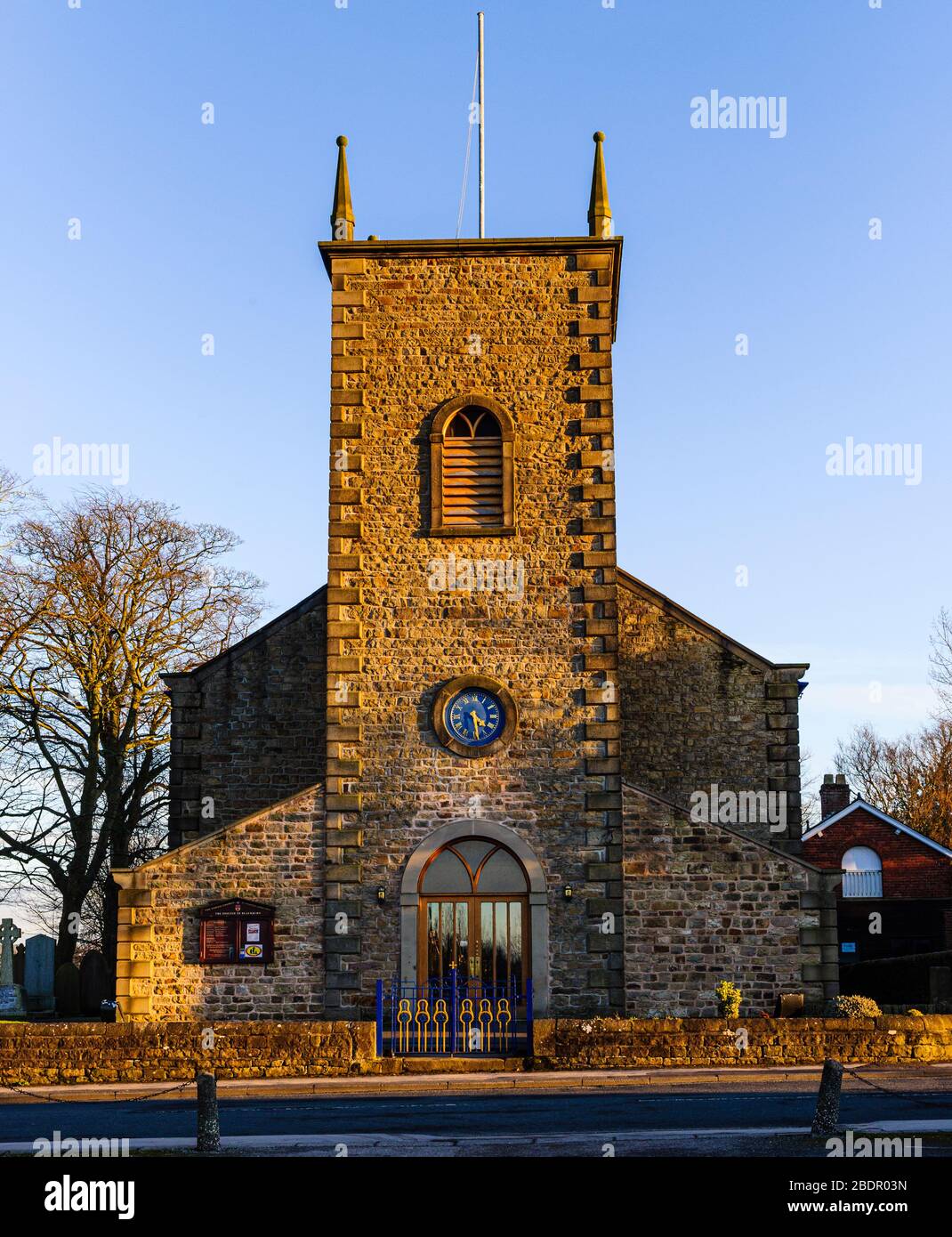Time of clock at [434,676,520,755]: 4:28
